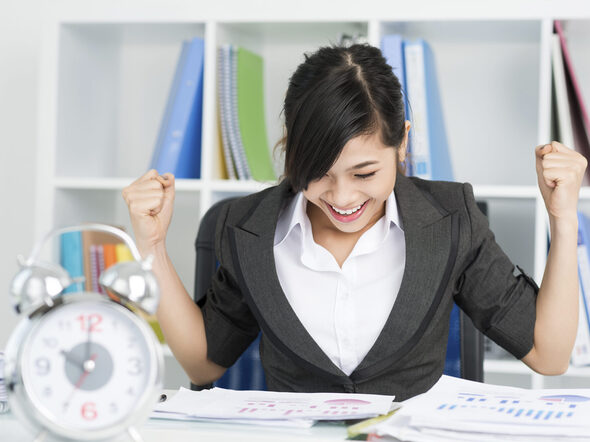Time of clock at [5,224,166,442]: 10:00
